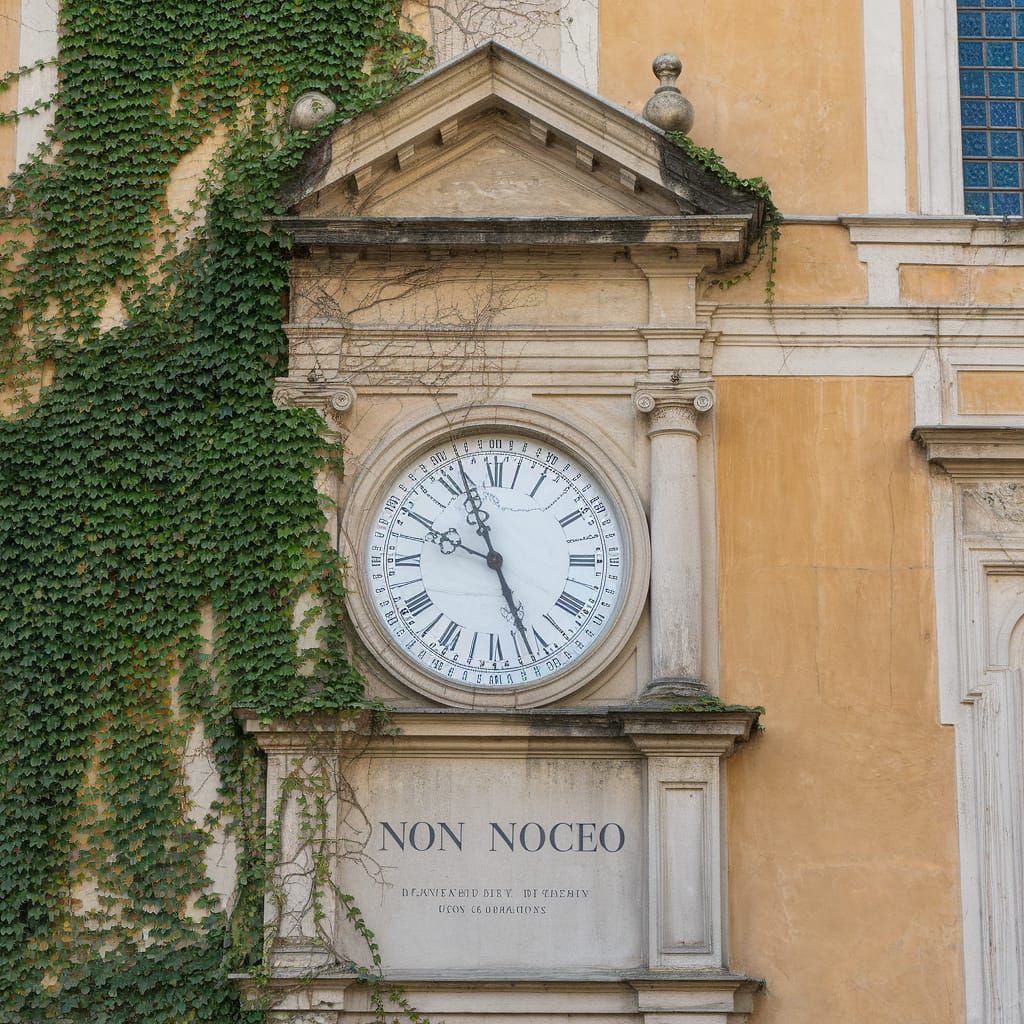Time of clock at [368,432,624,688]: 9:56
